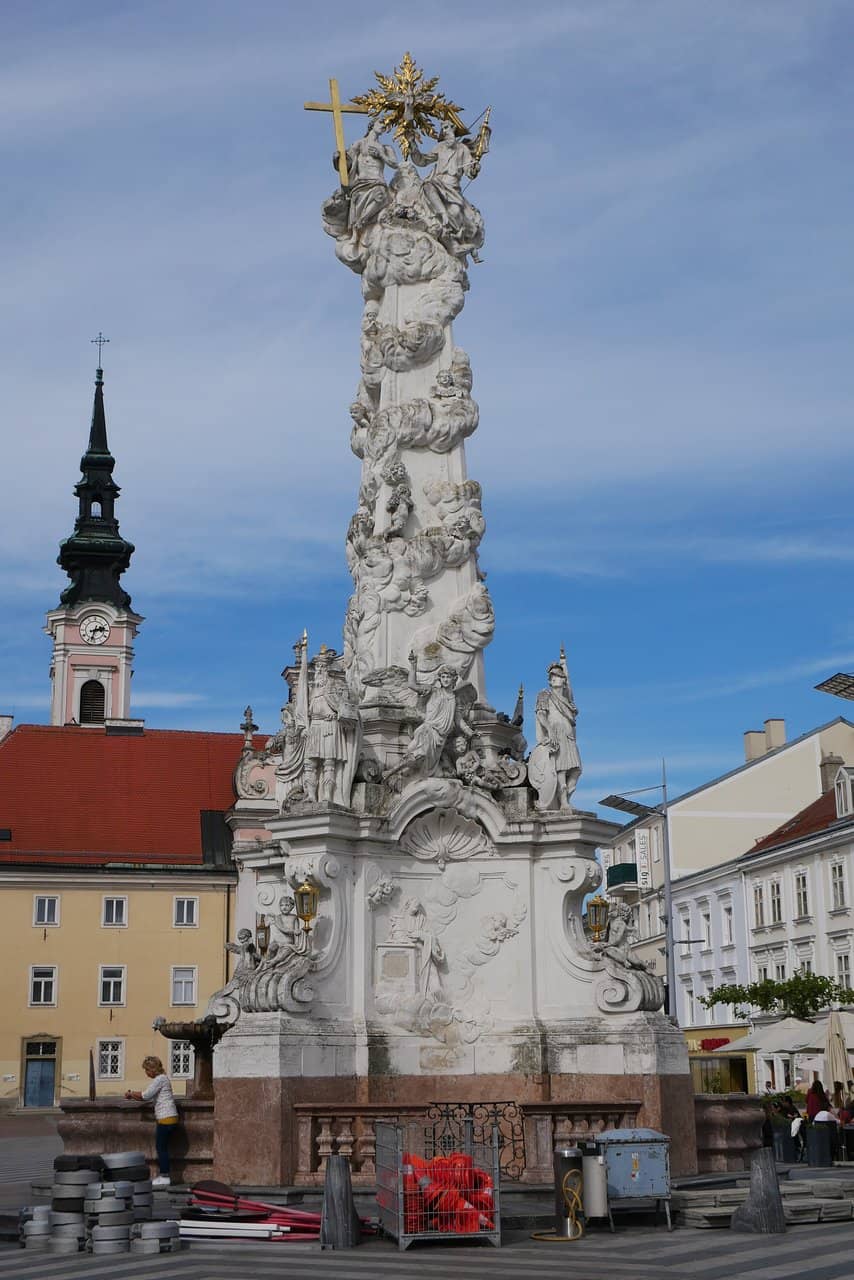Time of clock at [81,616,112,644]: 2:32
